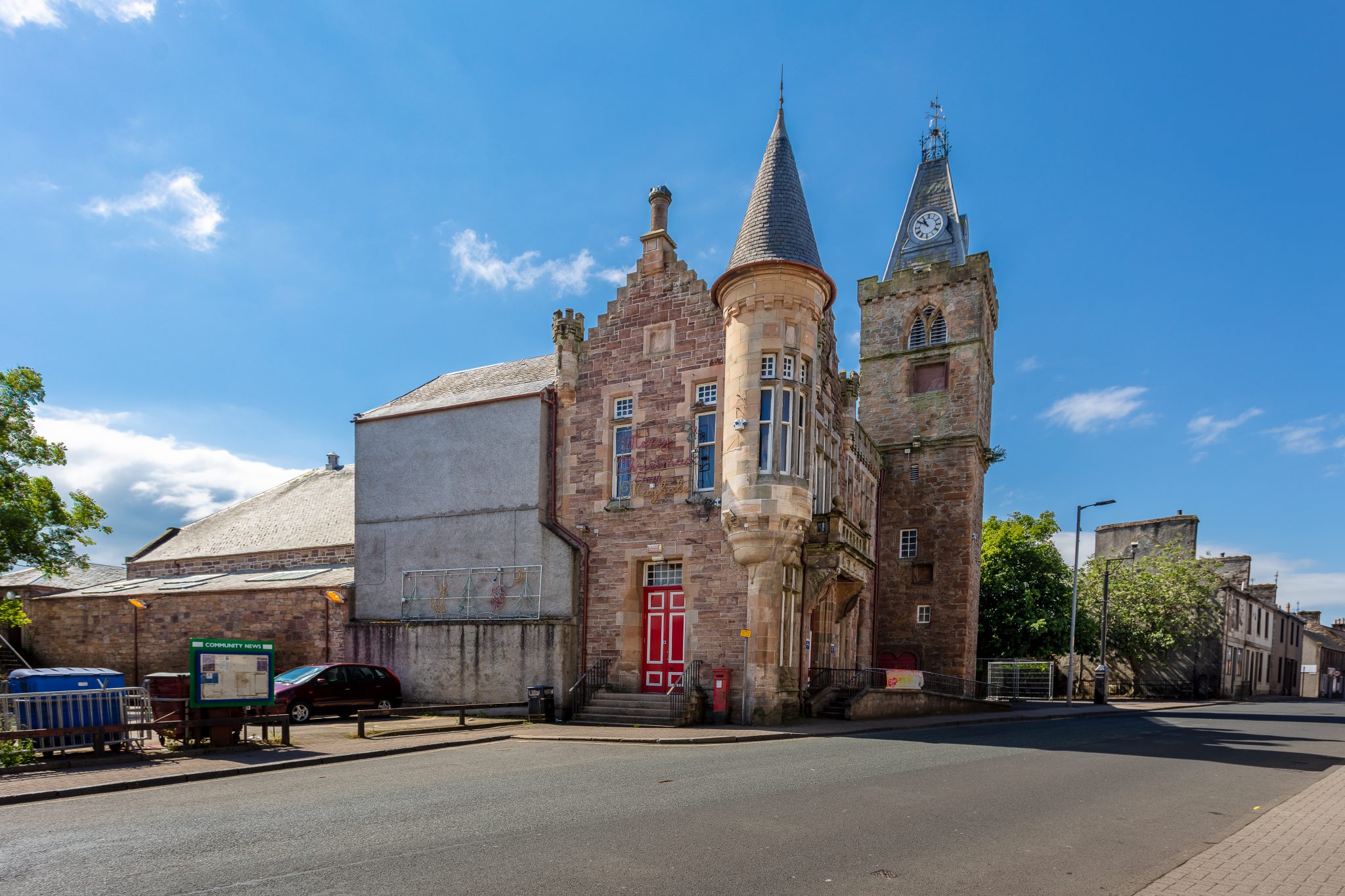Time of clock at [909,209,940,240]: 10:50
